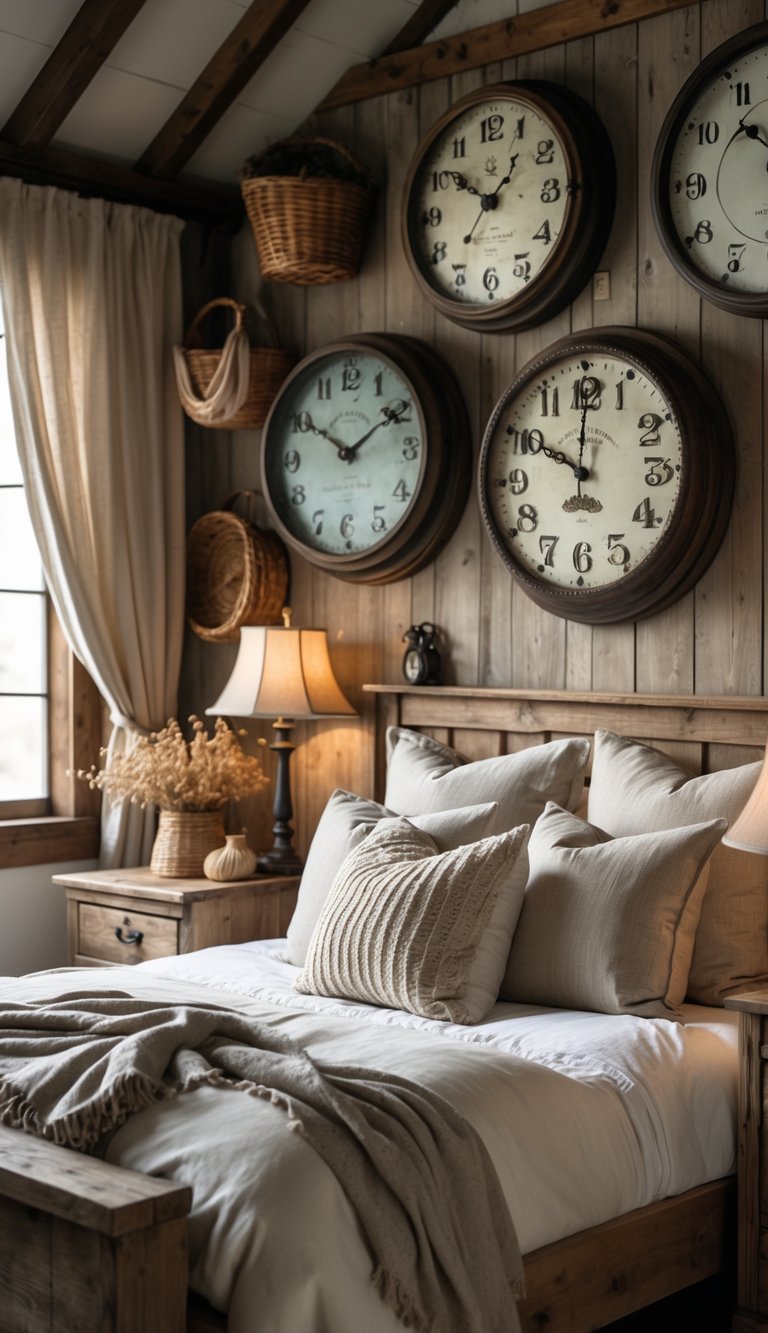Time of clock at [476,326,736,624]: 10:00
